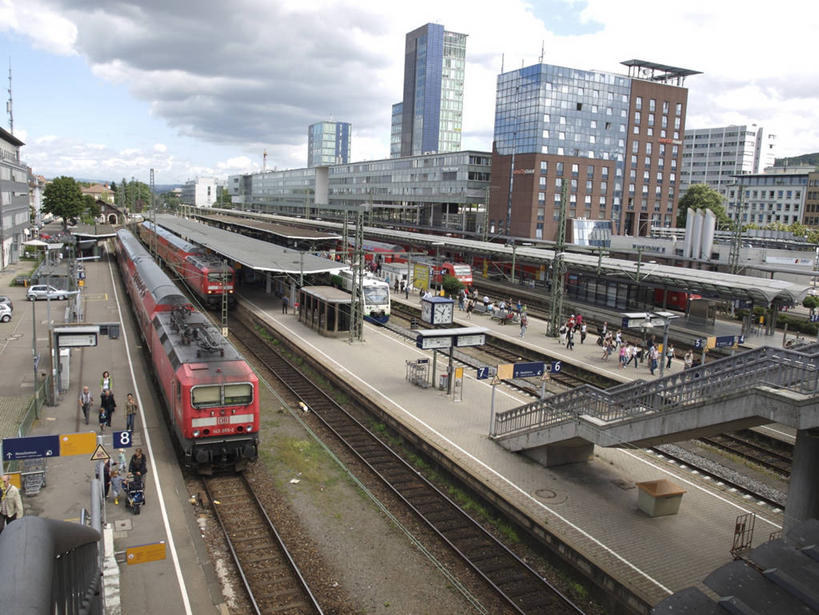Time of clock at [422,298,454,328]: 12:49
